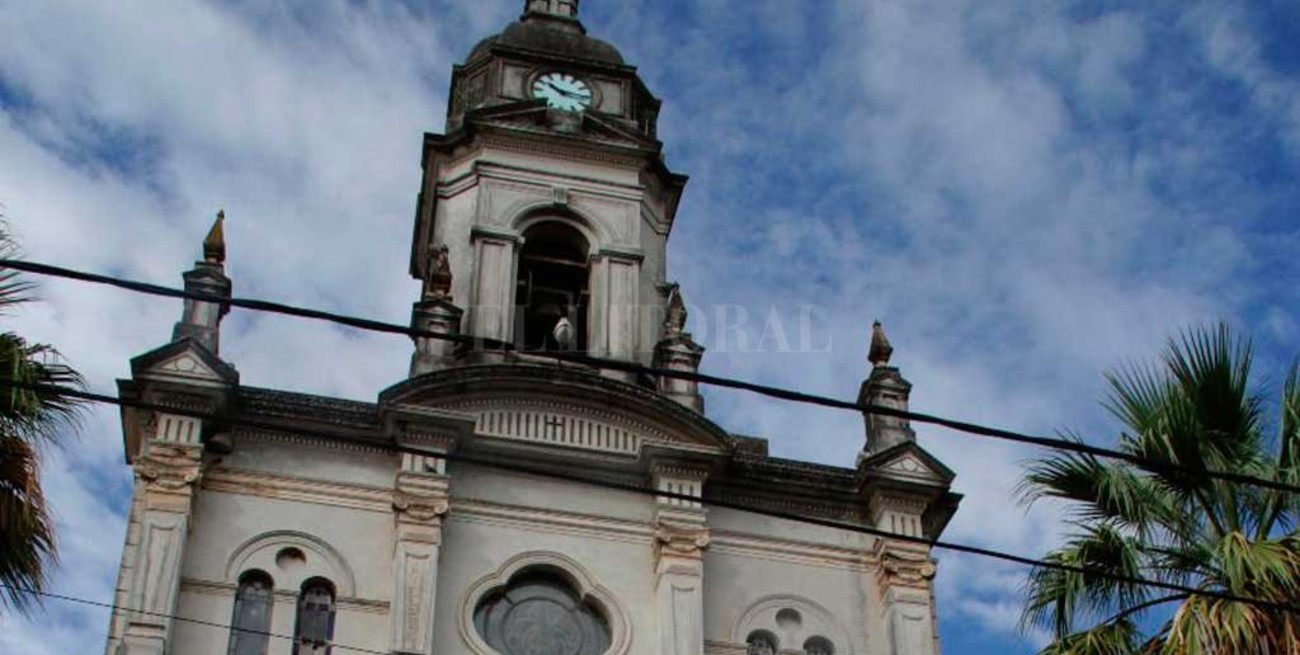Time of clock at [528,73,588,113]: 10:17
